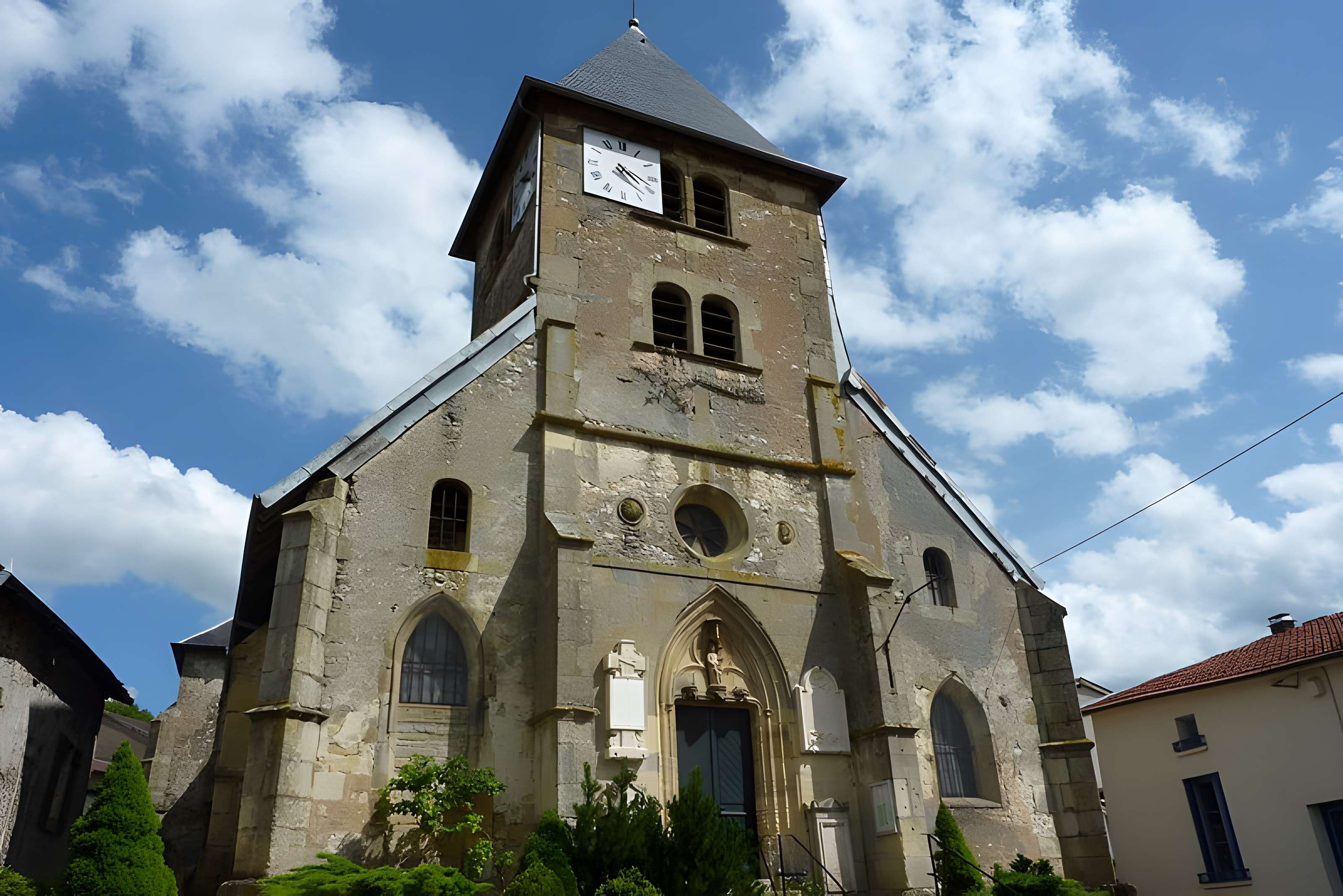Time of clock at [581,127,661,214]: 4:18
